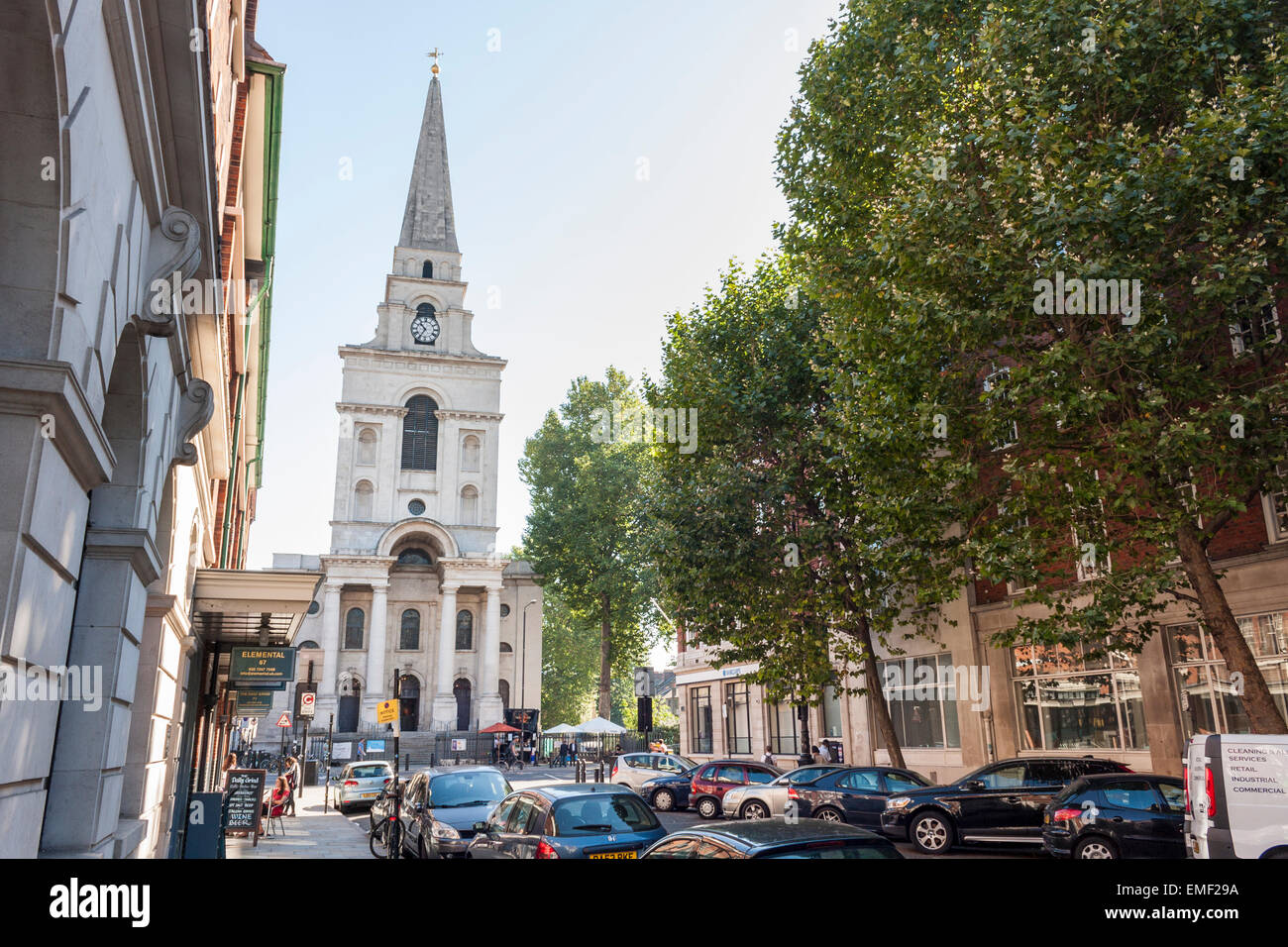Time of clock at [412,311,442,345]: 10:35
